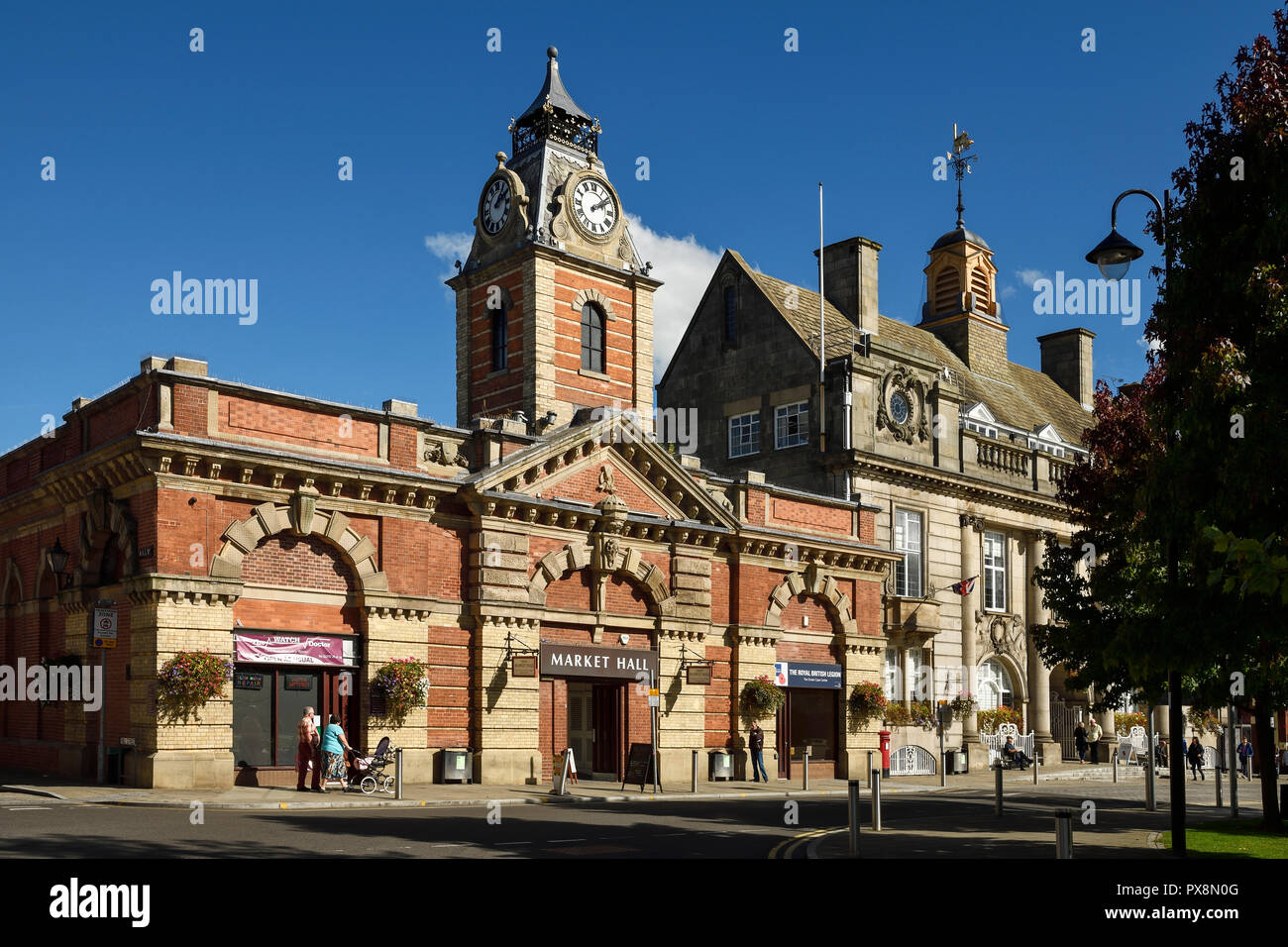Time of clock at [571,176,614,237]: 2:08
